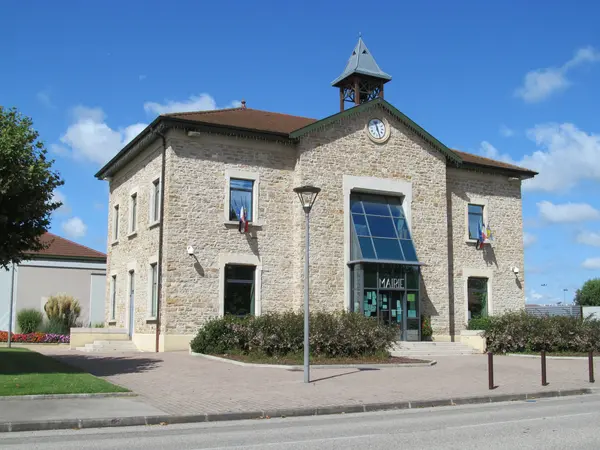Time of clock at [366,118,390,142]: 11:26
